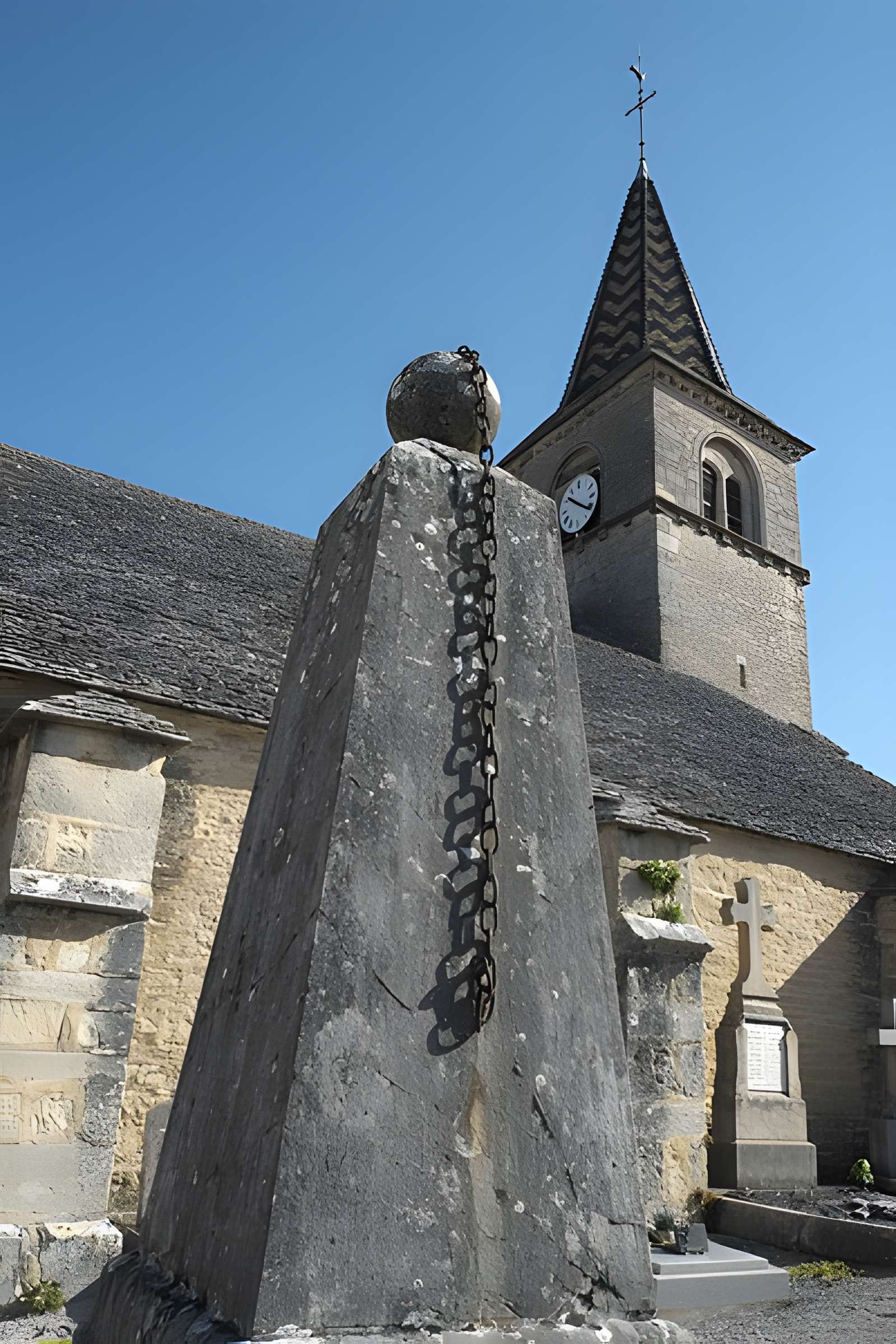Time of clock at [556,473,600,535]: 10:21
